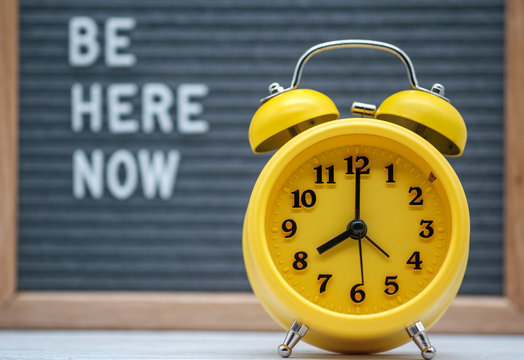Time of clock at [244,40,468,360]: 8:00
